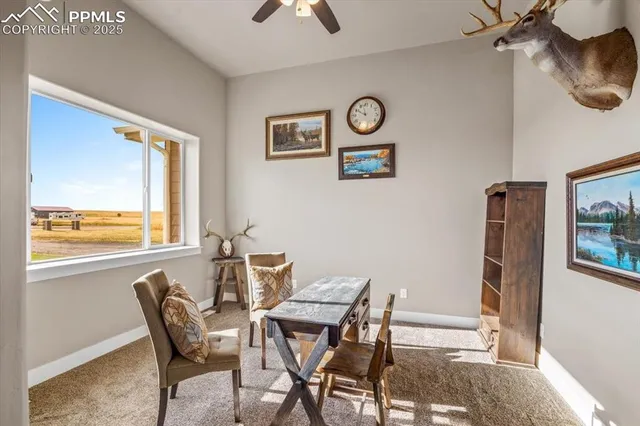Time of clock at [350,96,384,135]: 9:57
